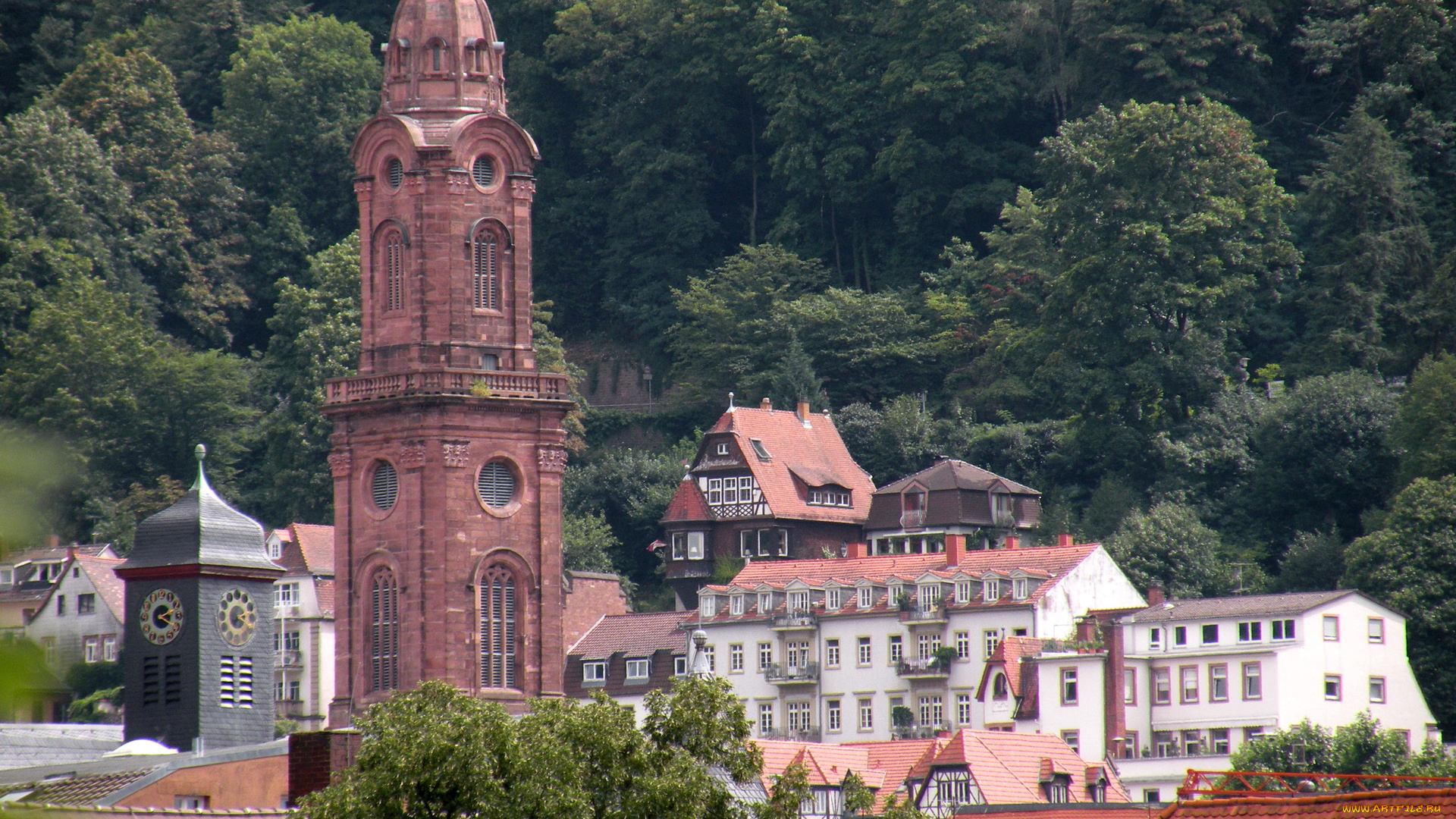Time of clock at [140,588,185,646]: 2:19
